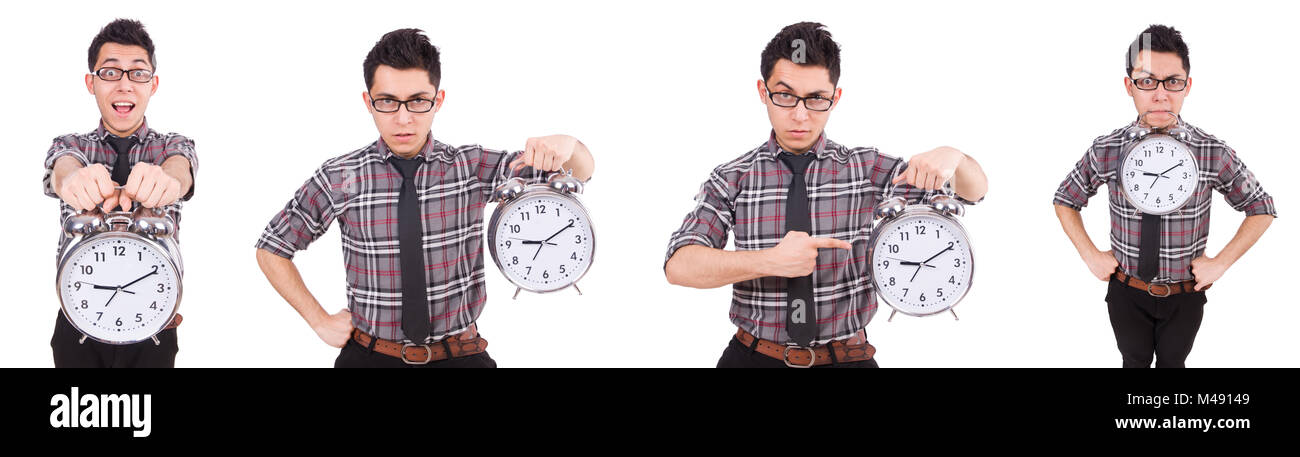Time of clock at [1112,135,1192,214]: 9:10
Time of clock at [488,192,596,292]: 9:10
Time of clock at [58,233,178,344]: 9:10
